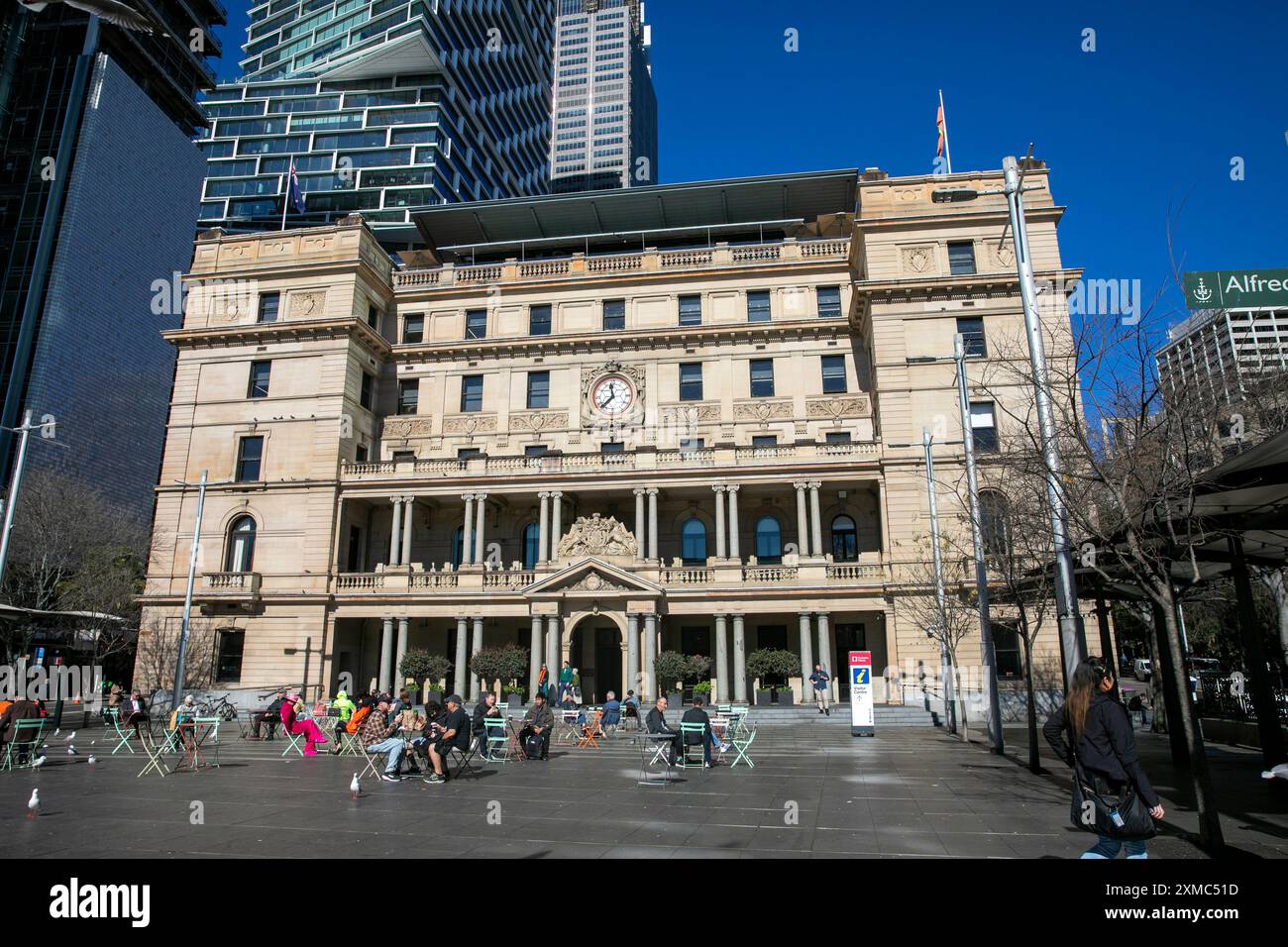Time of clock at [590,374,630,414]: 11:37
